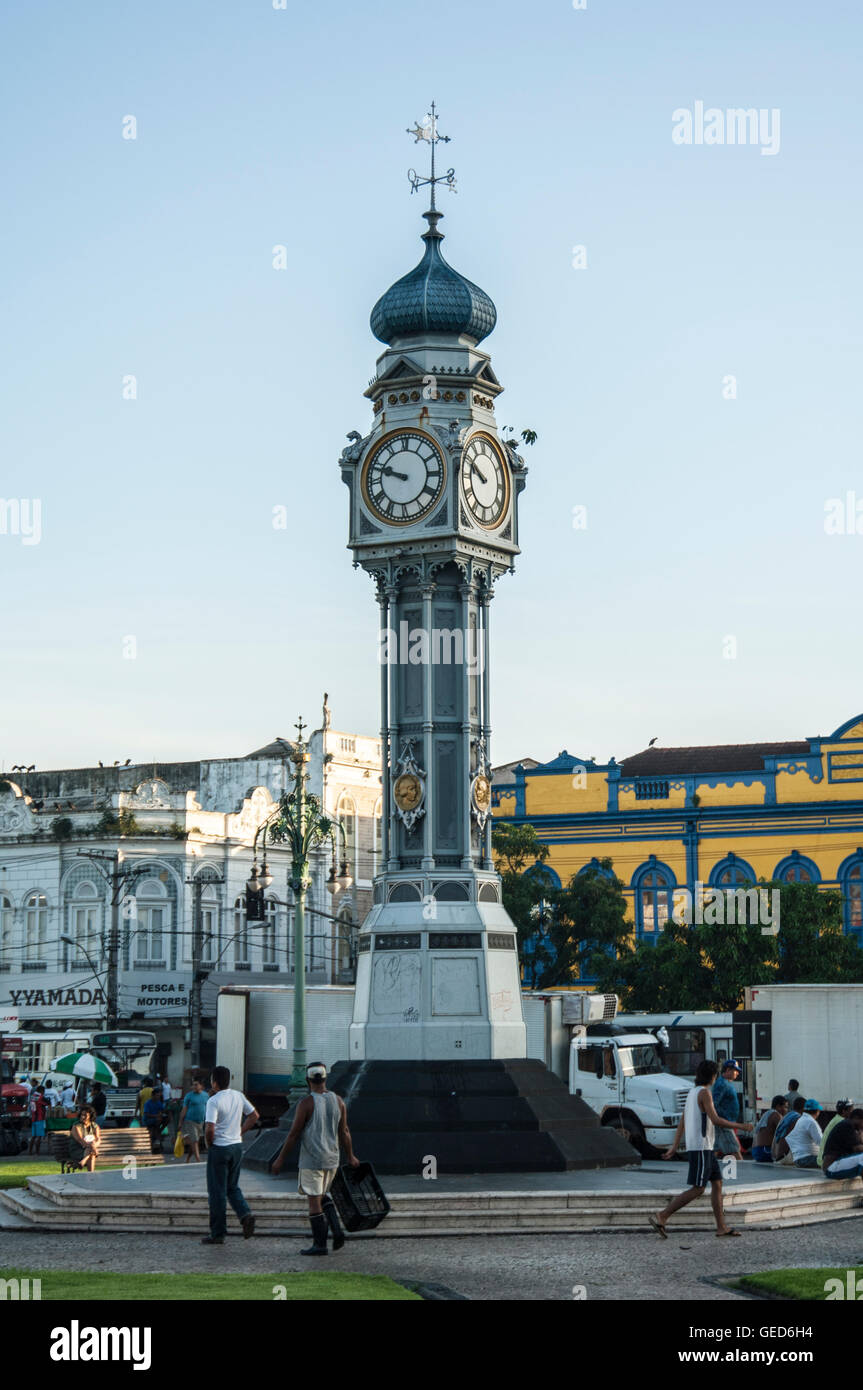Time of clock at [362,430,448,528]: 9:48
